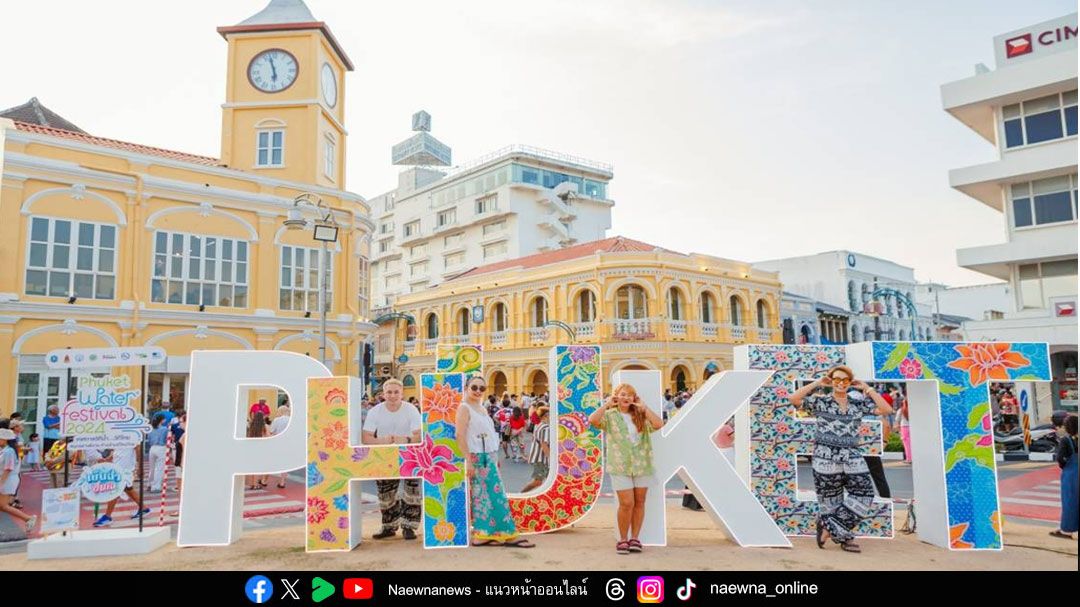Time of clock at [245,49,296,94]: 5:57
